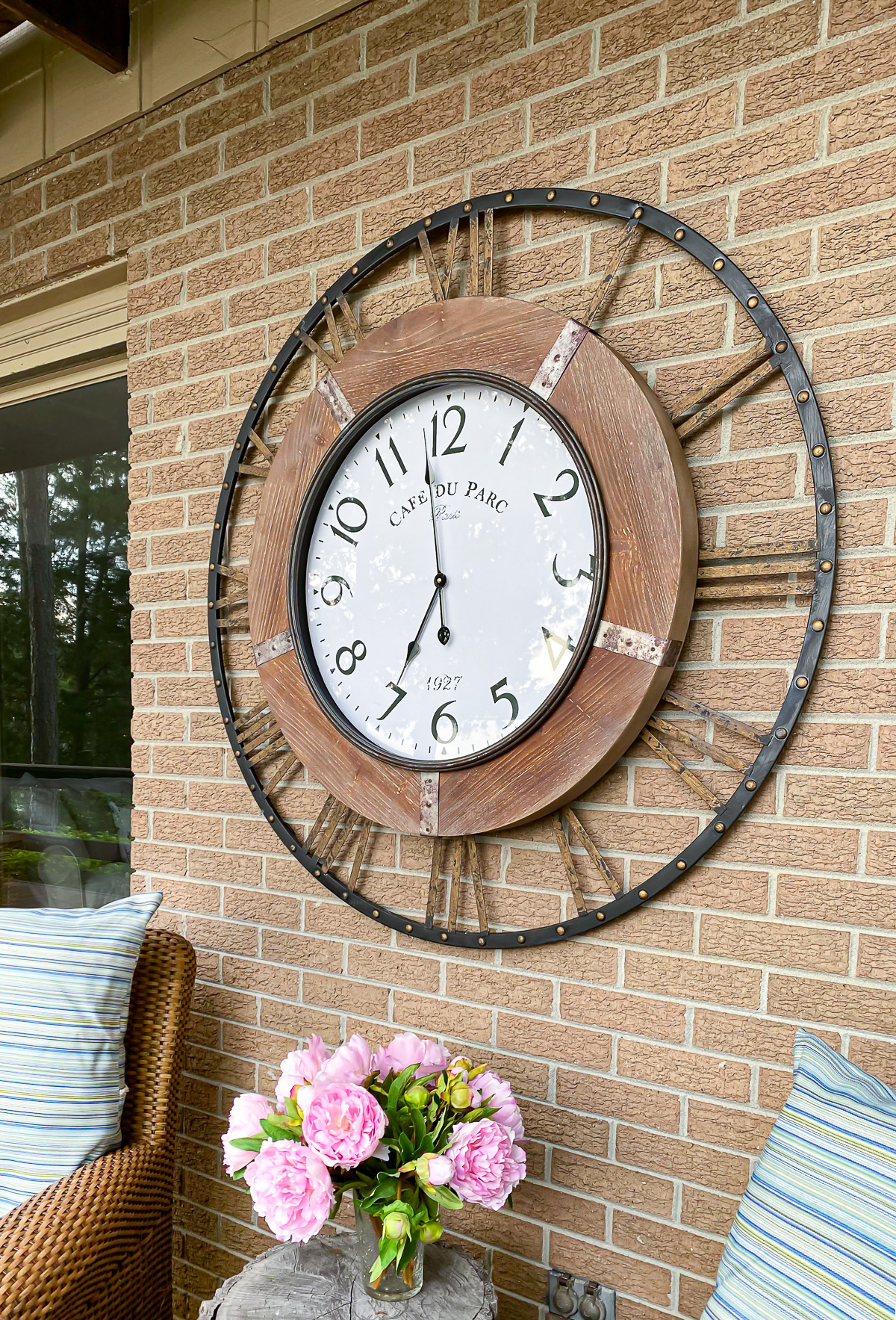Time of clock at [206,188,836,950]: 6:58
